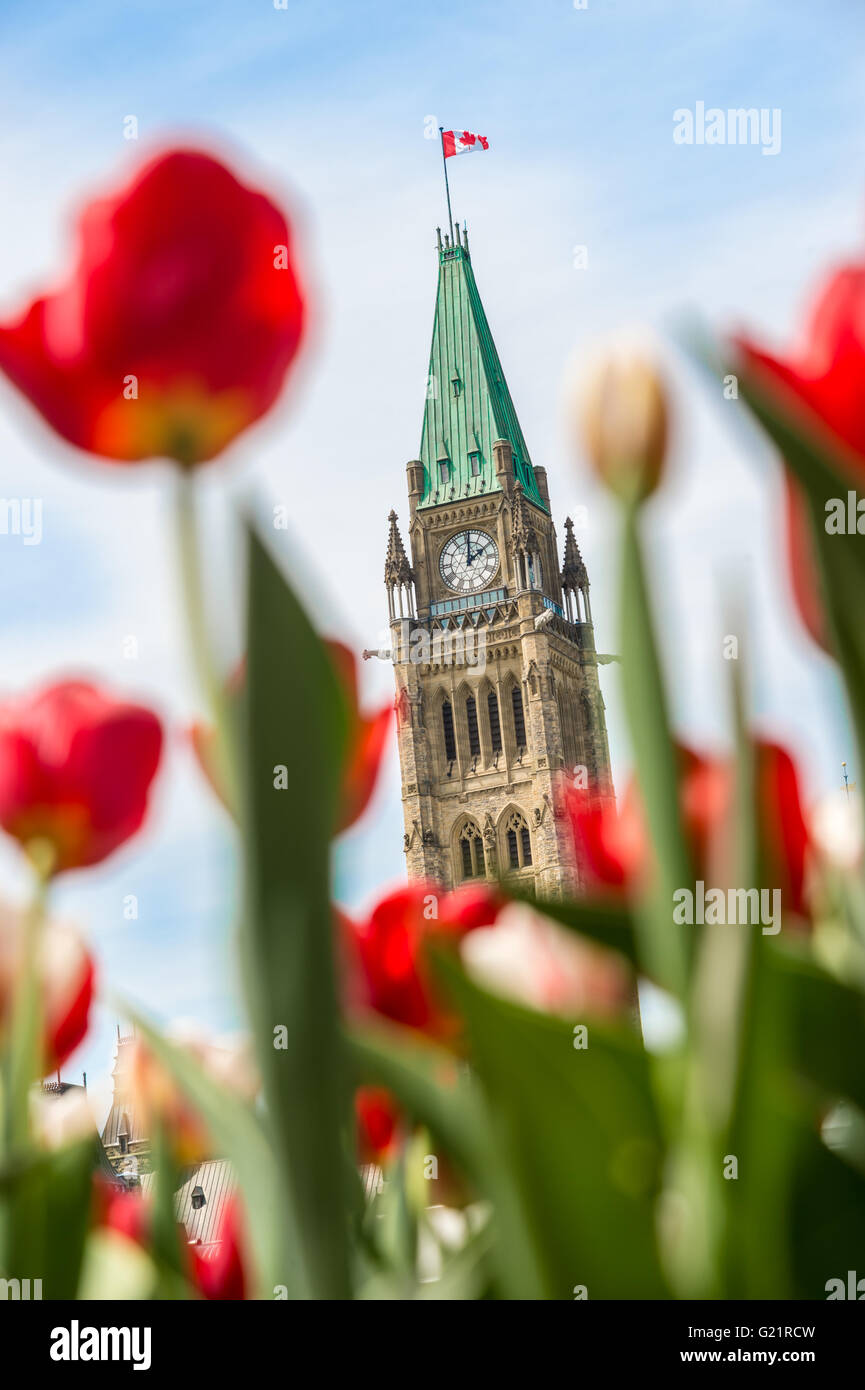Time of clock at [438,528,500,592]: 2:01
